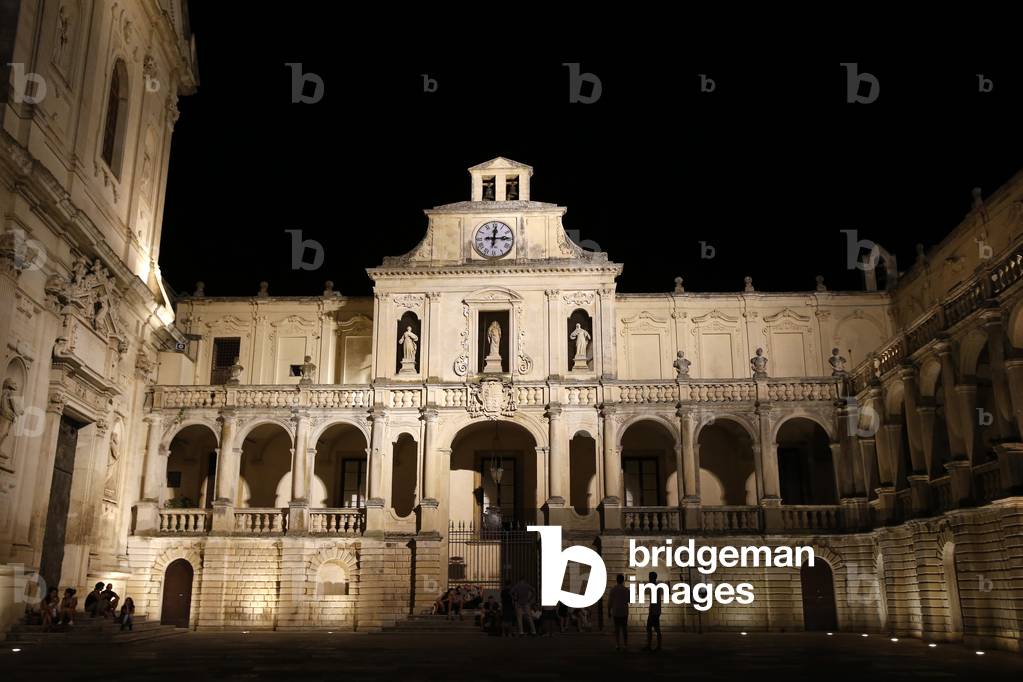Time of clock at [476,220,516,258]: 12:14
